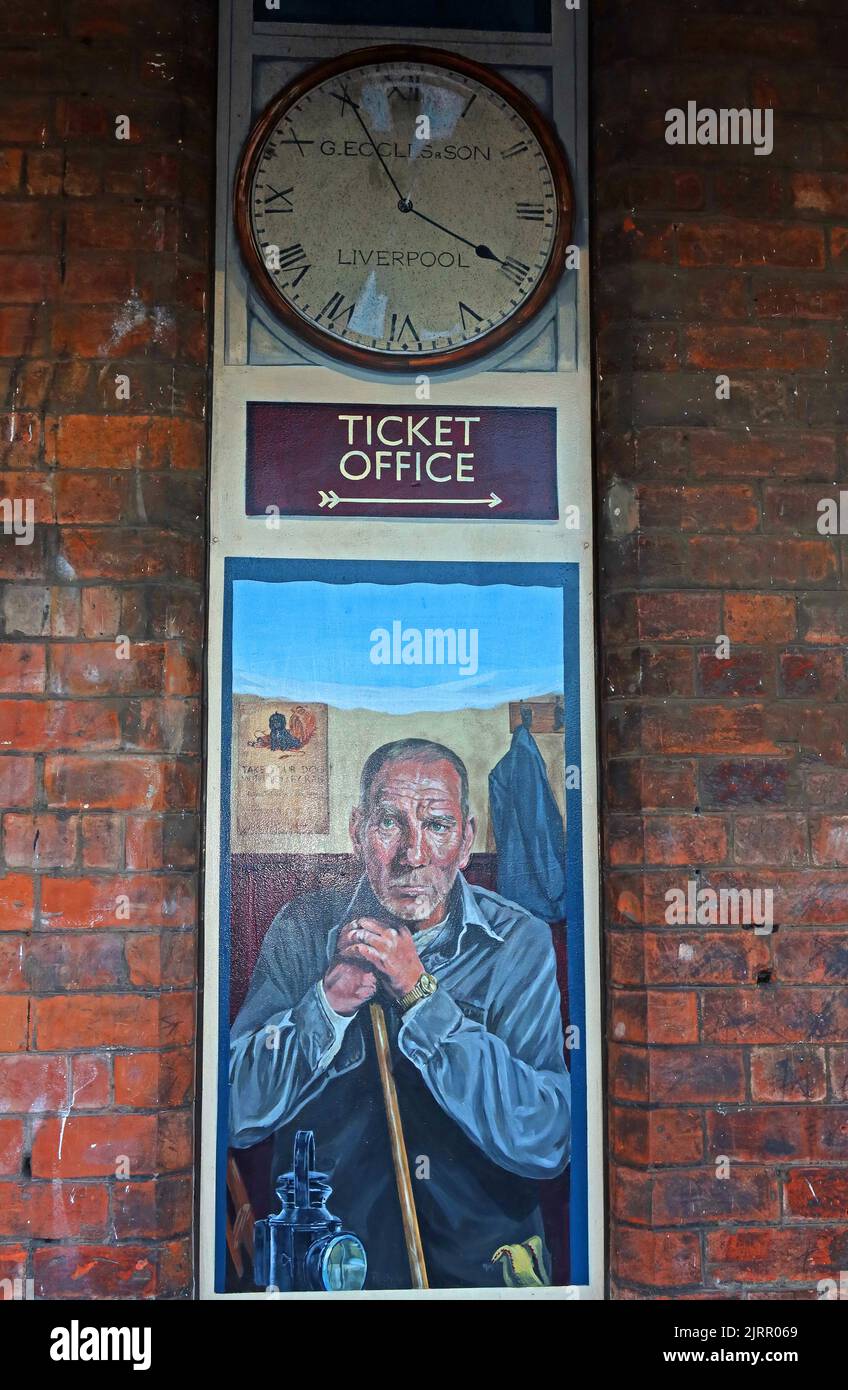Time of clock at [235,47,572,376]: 3:55
